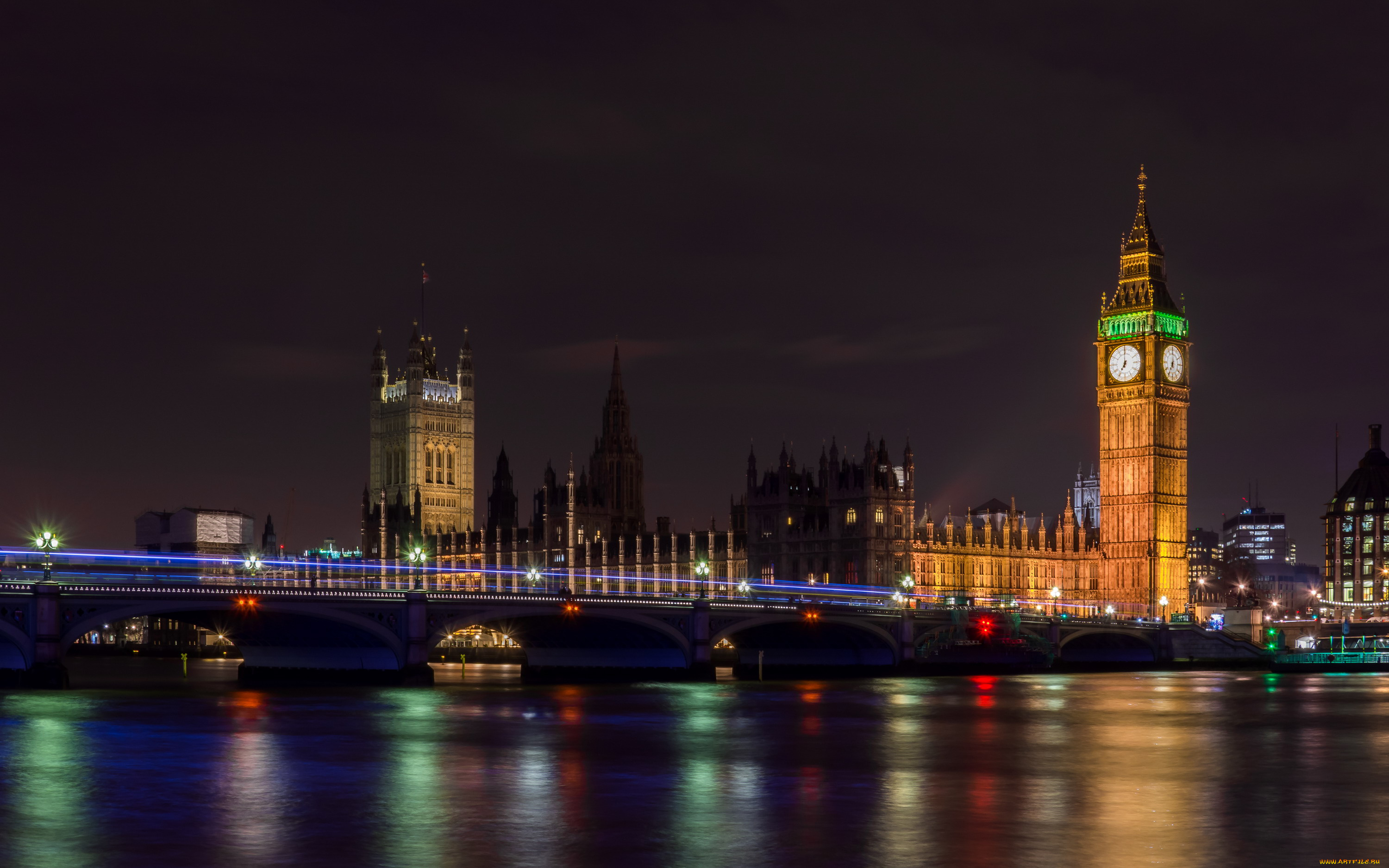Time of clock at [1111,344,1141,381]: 7:00
